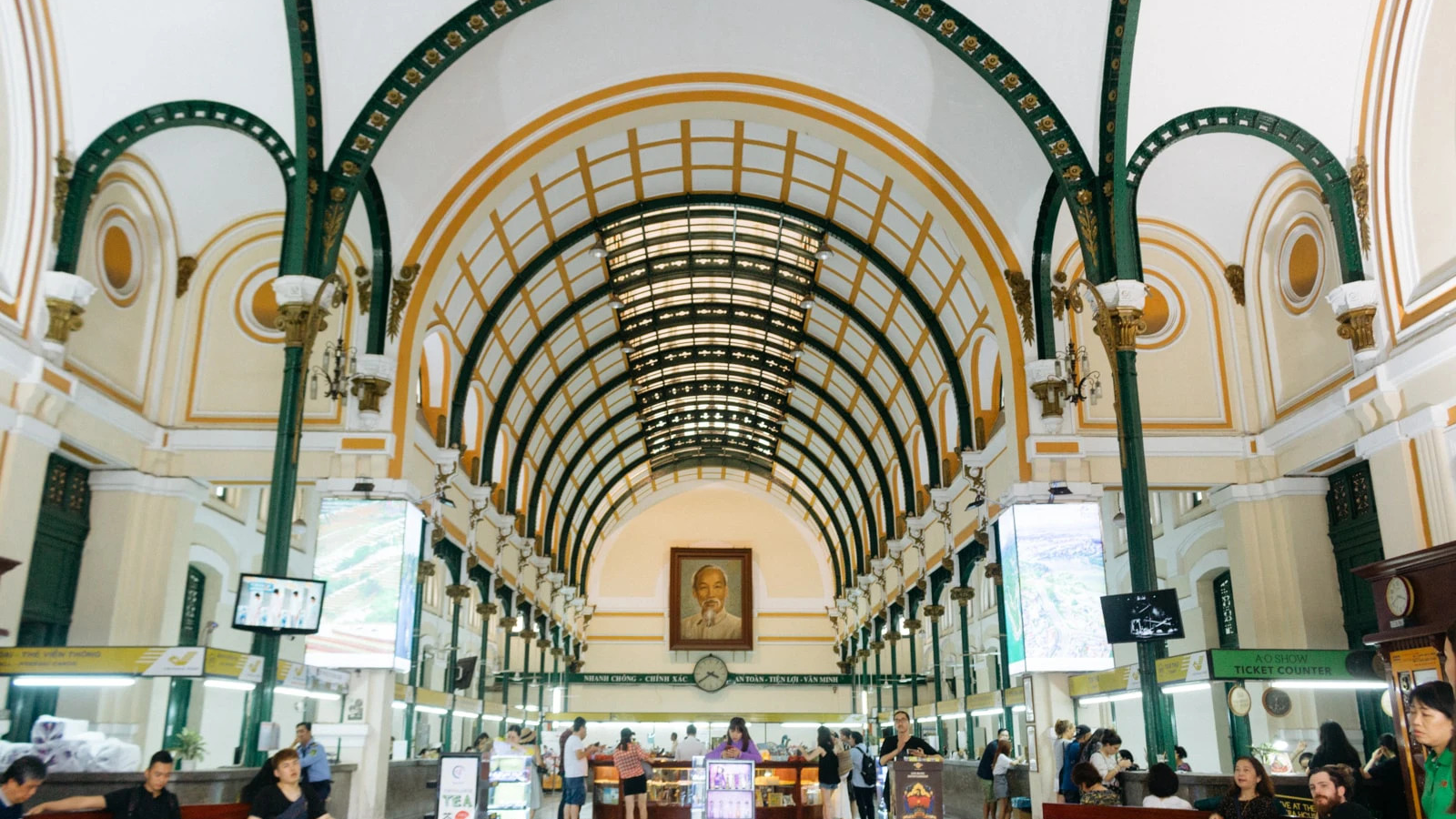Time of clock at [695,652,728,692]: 3:39
